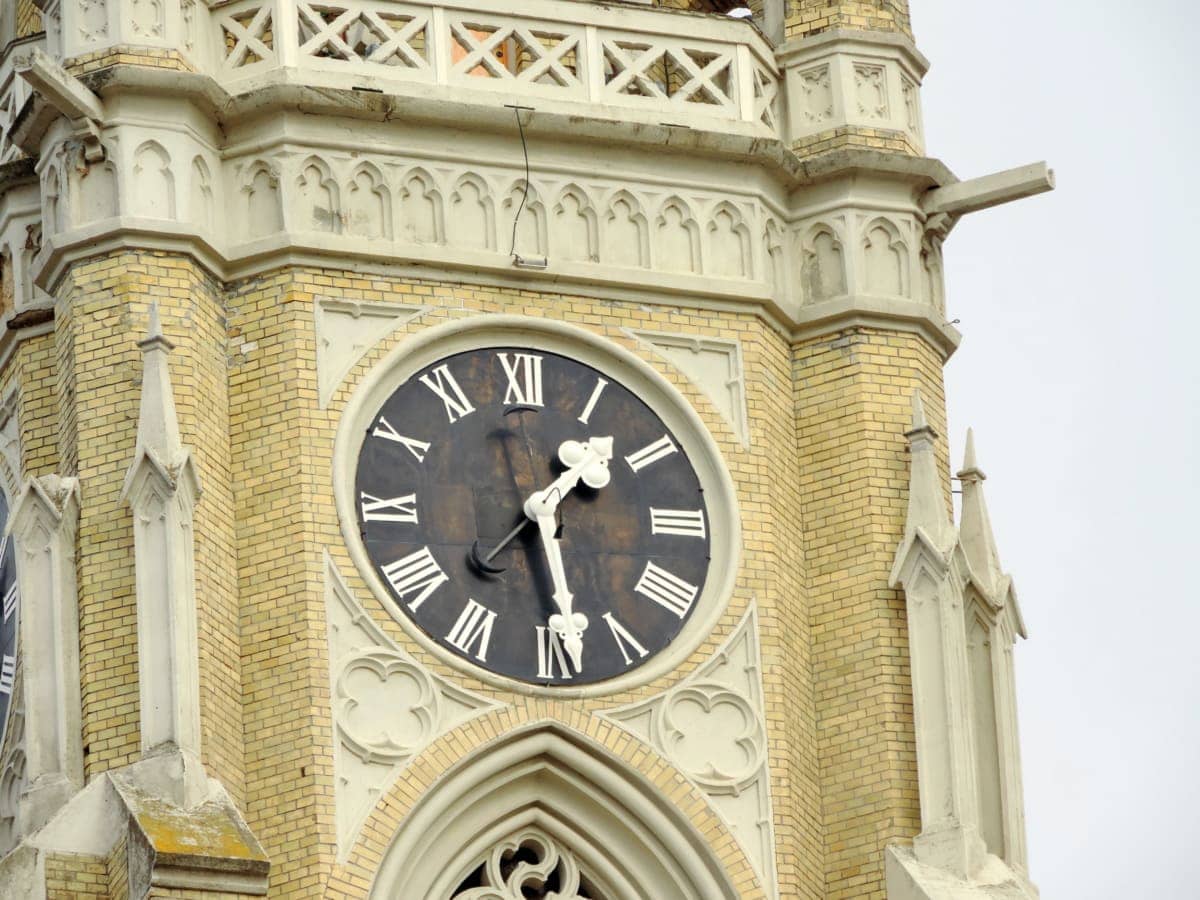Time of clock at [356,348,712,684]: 1:28
